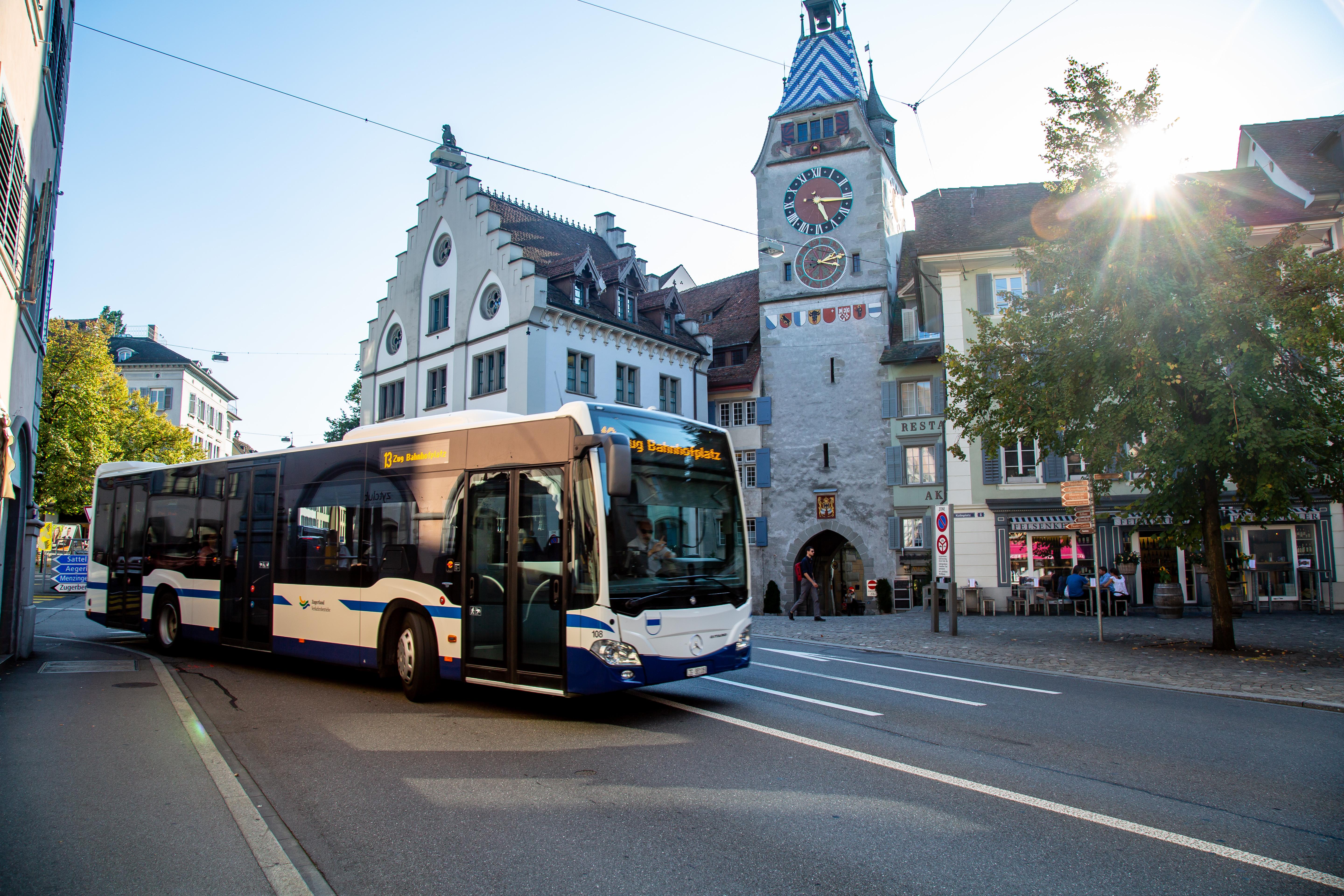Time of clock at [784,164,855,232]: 5:15
